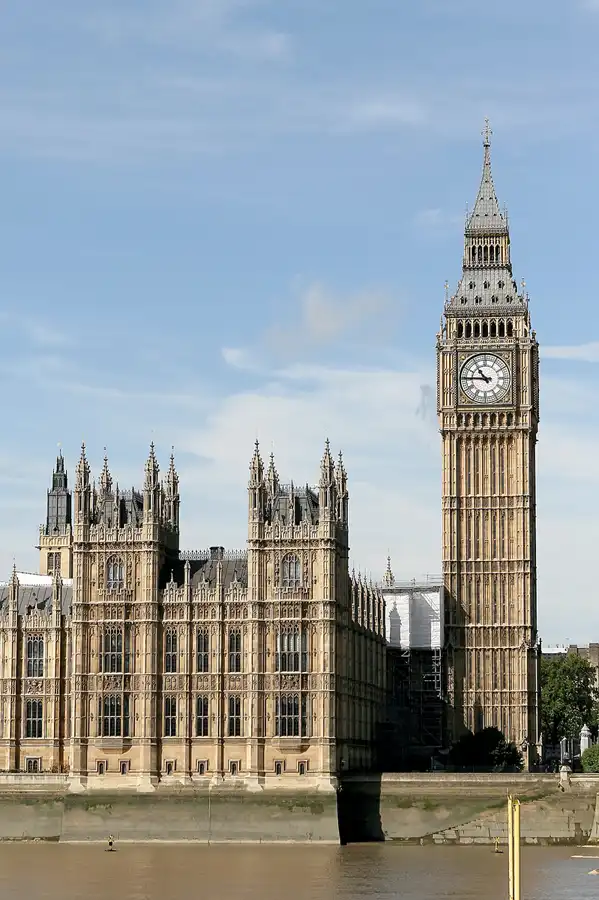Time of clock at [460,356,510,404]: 10:45
